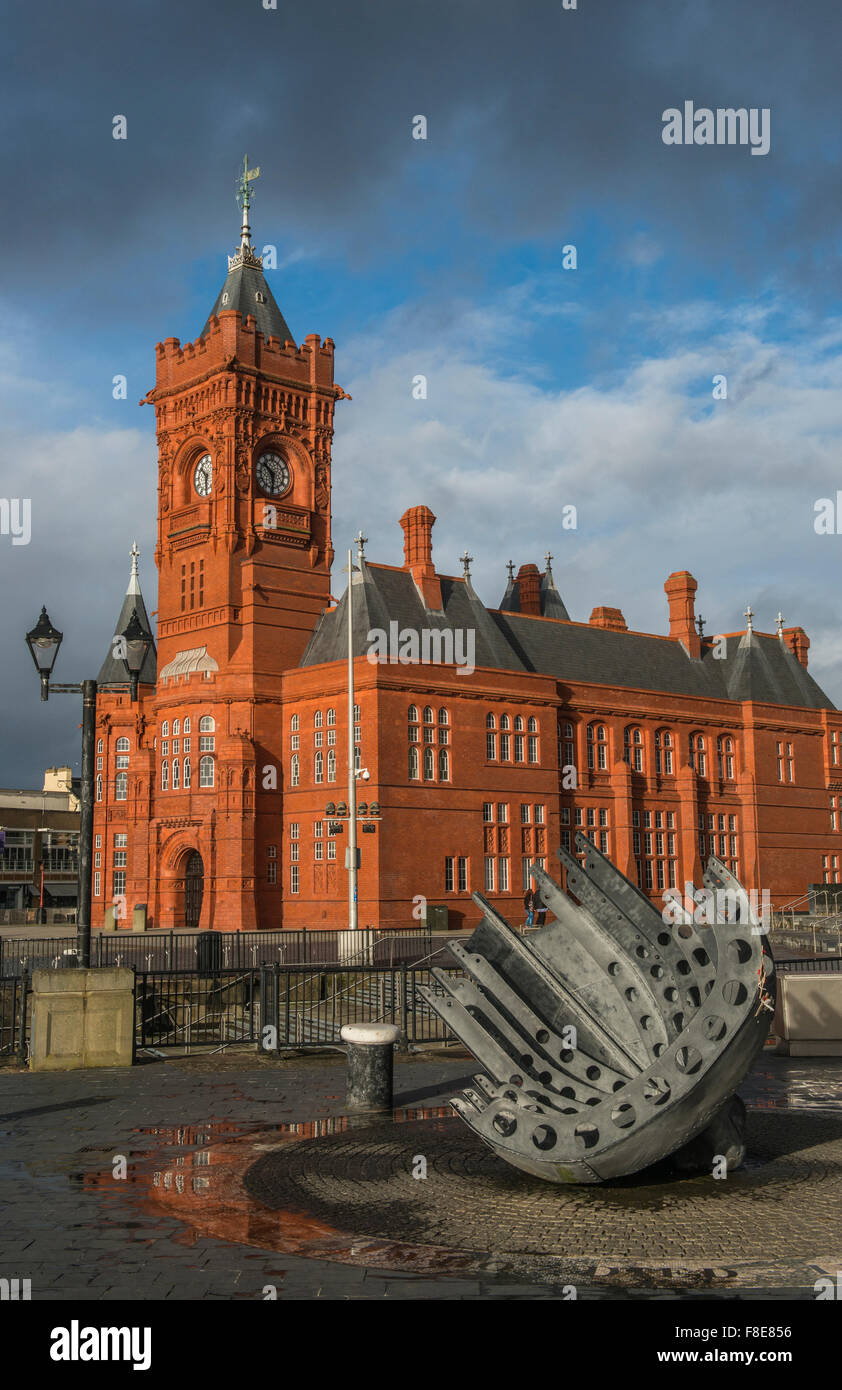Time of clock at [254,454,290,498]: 10:30
